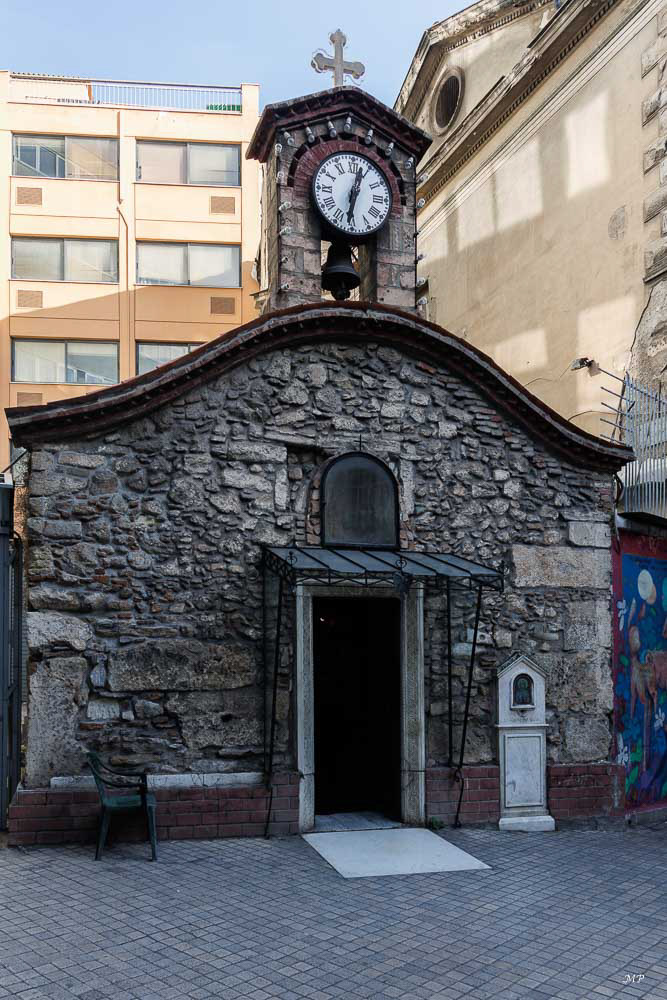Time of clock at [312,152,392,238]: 12:31
